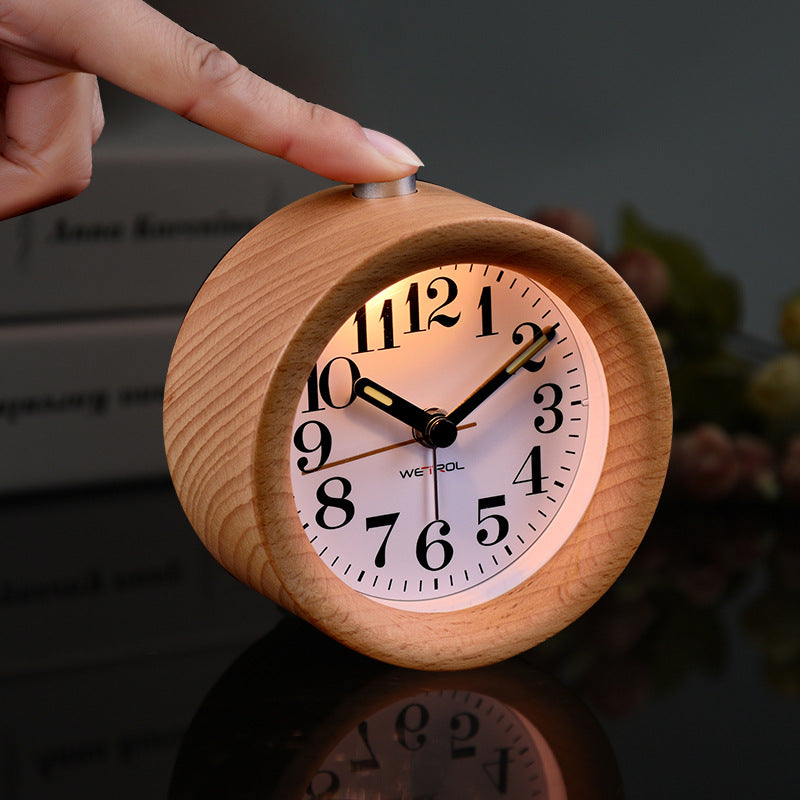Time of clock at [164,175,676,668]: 10:09
